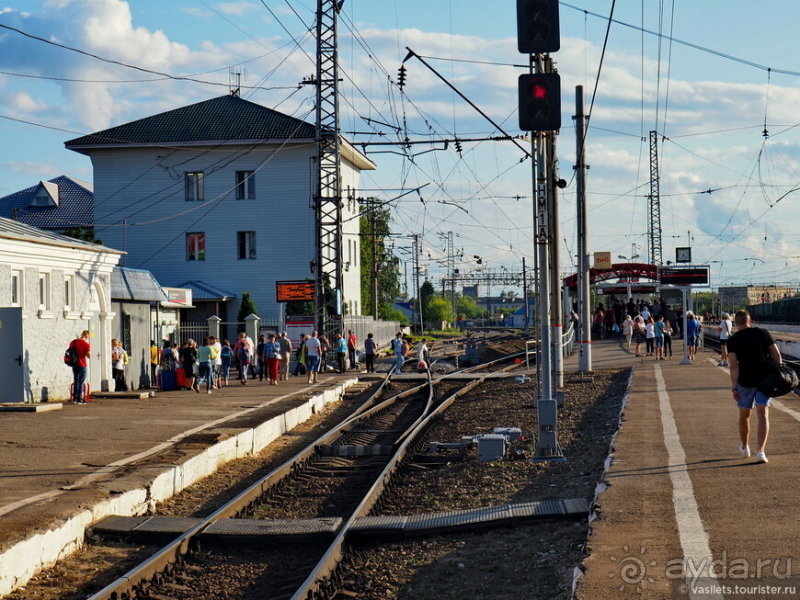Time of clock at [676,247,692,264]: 6:23
